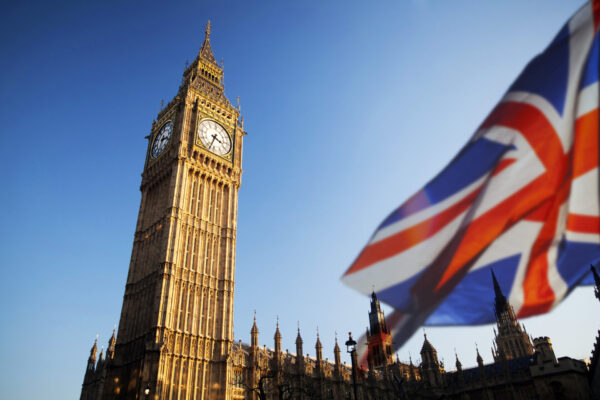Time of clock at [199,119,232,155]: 3:33
